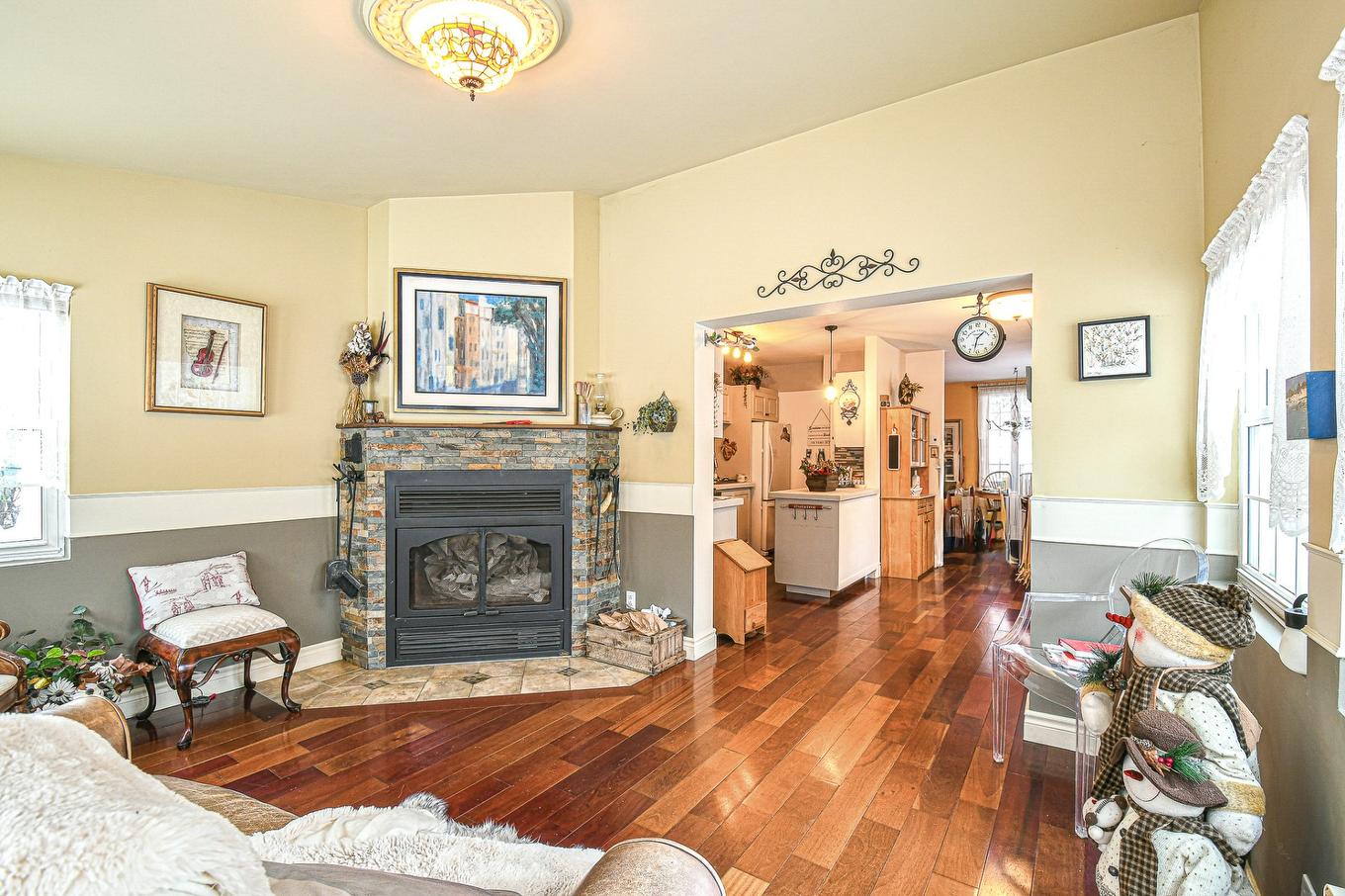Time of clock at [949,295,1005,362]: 1:32
